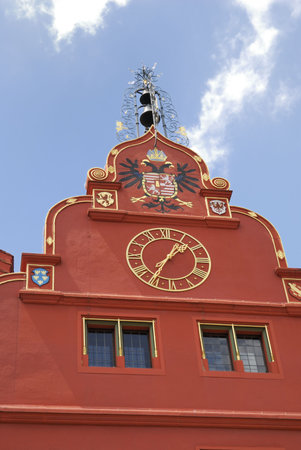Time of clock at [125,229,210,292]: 1:35
